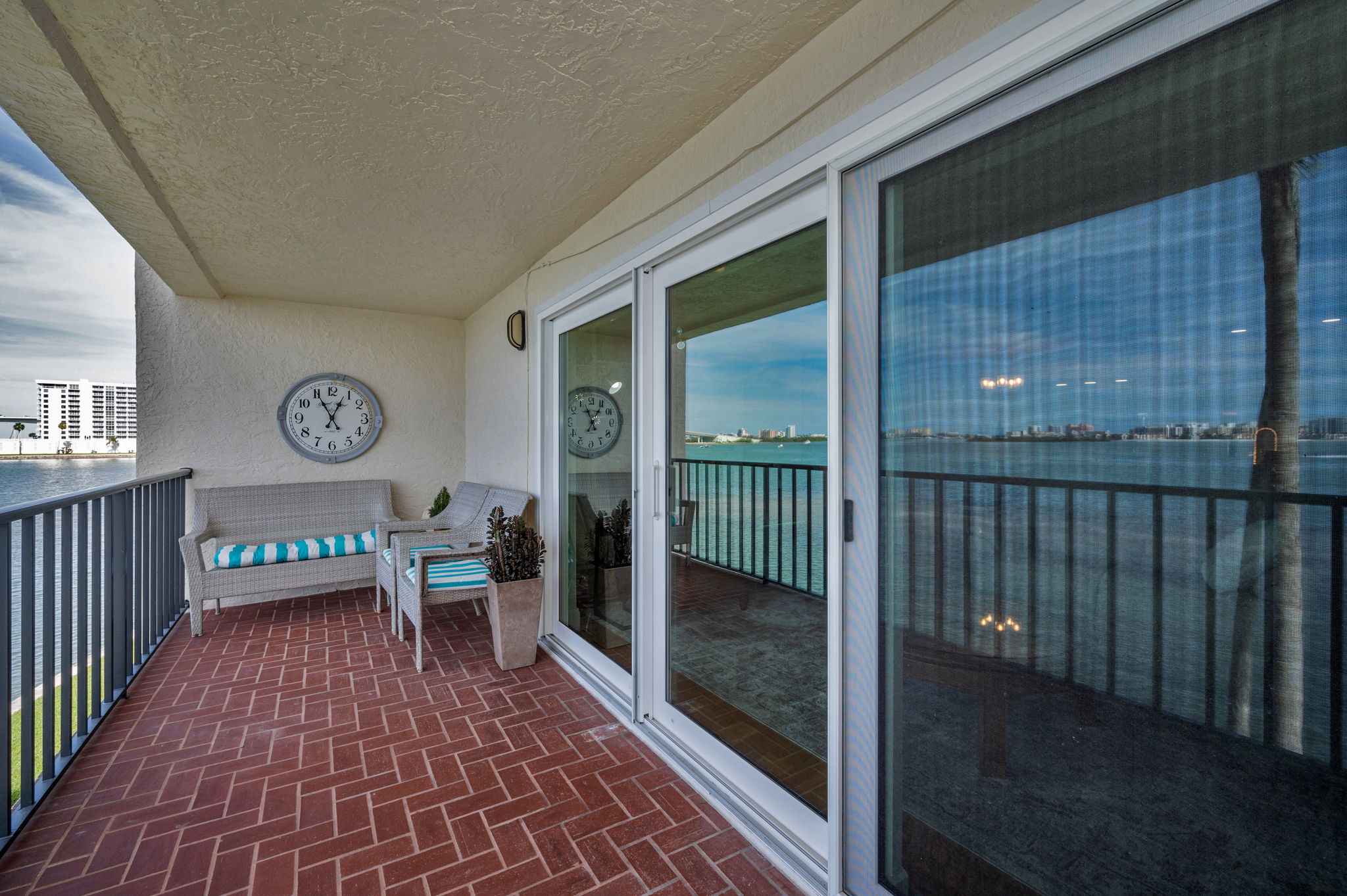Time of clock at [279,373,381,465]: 12:55
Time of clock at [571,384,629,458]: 11:05
